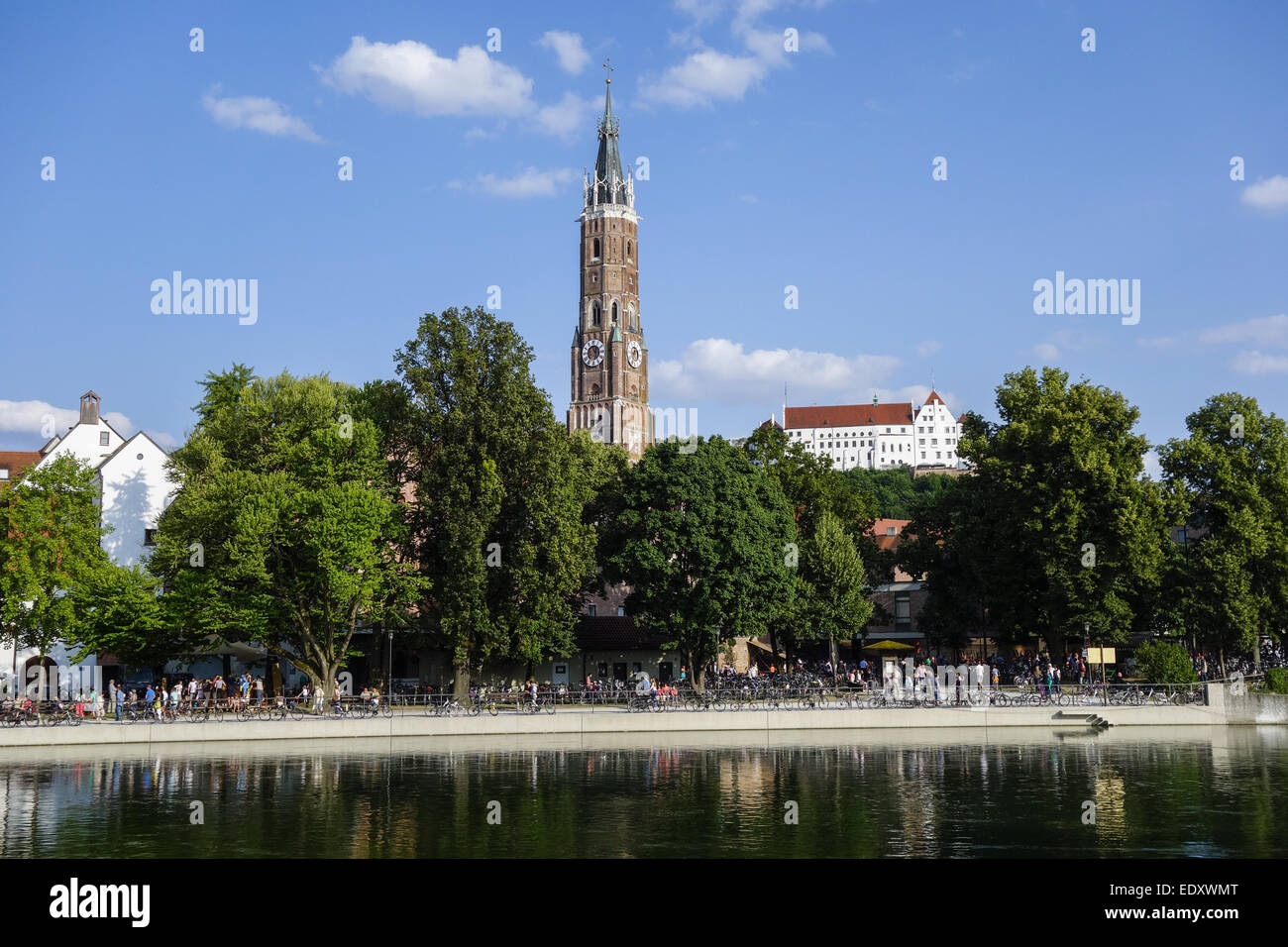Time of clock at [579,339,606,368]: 12:35
